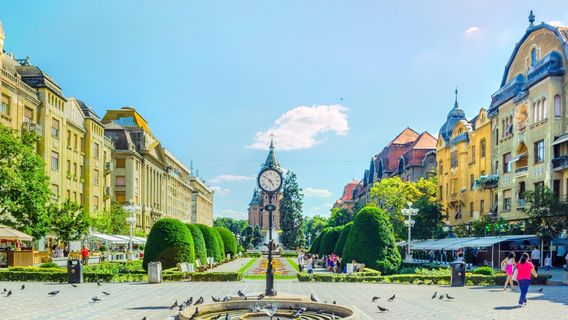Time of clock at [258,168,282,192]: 4:50
